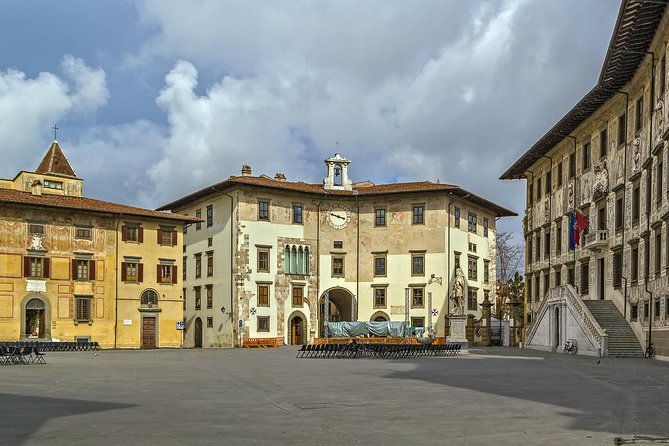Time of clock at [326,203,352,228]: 3:47
